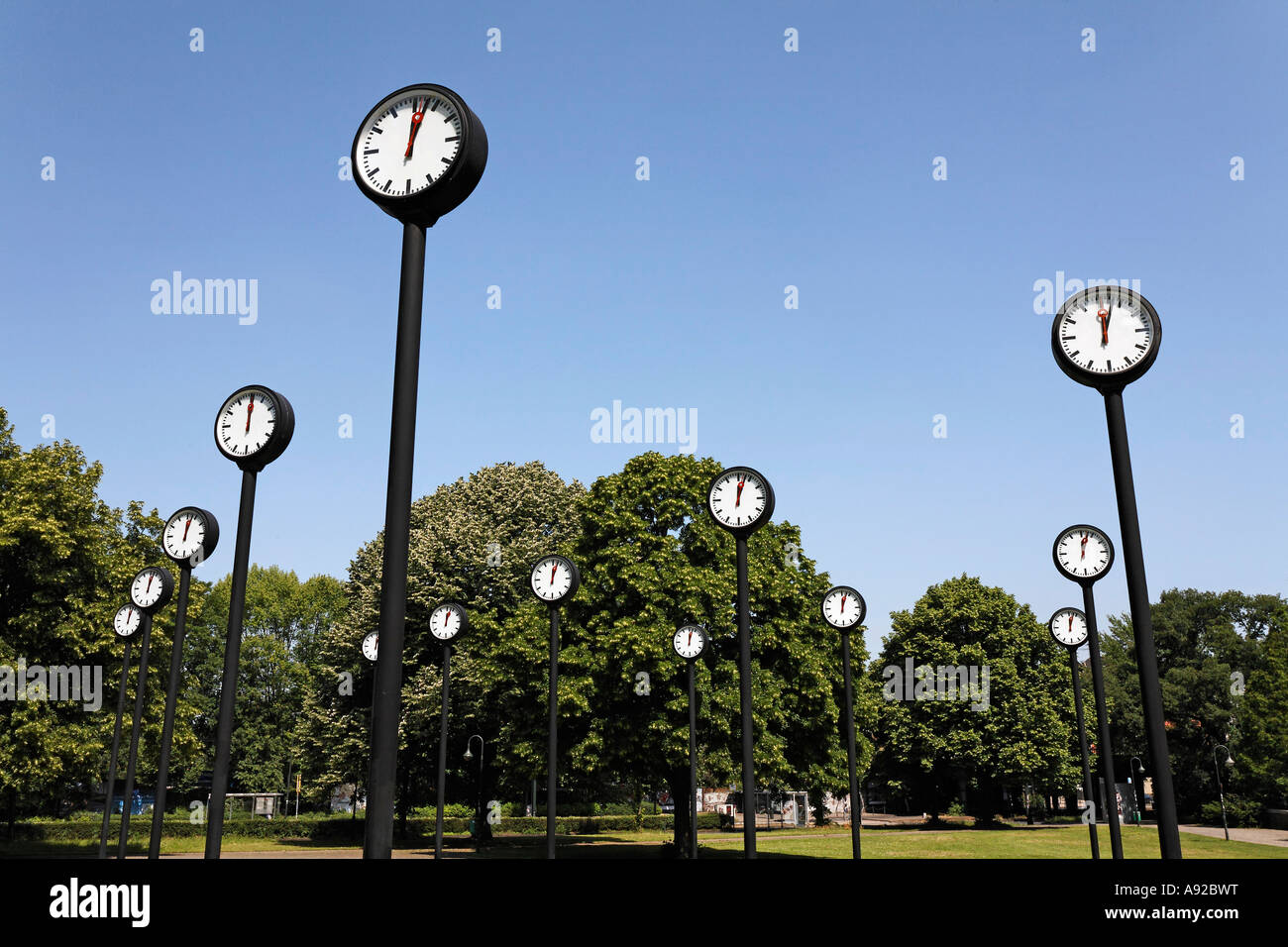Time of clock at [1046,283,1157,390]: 12:02
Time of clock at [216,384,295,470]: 12:00
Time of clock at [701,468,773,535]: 12:02
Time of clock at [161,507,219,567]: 12:02
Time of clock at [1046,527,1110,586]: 12:02
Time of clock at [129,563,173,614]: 12:02
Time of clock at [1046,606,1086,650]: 12:02
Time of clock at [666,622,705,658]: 12:02
